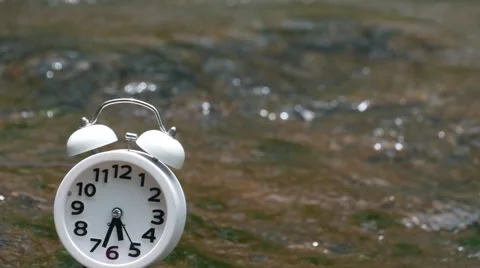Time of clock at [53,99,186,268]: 5:32
